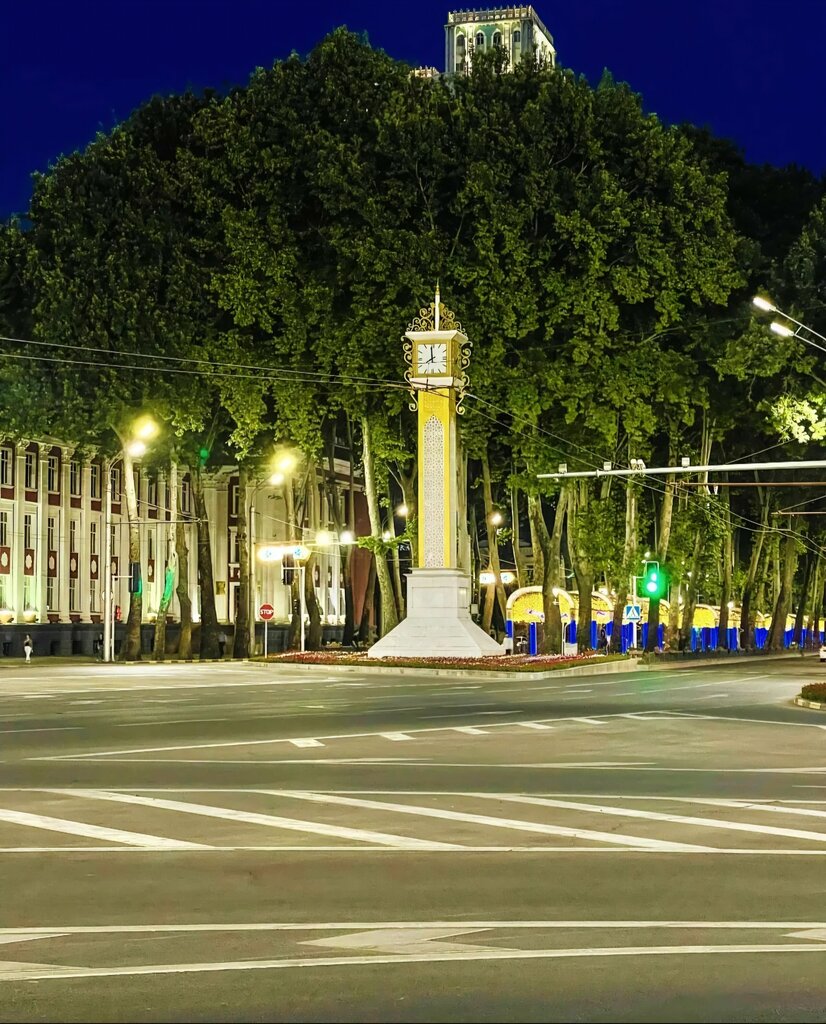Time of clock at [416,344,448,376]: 7:59
